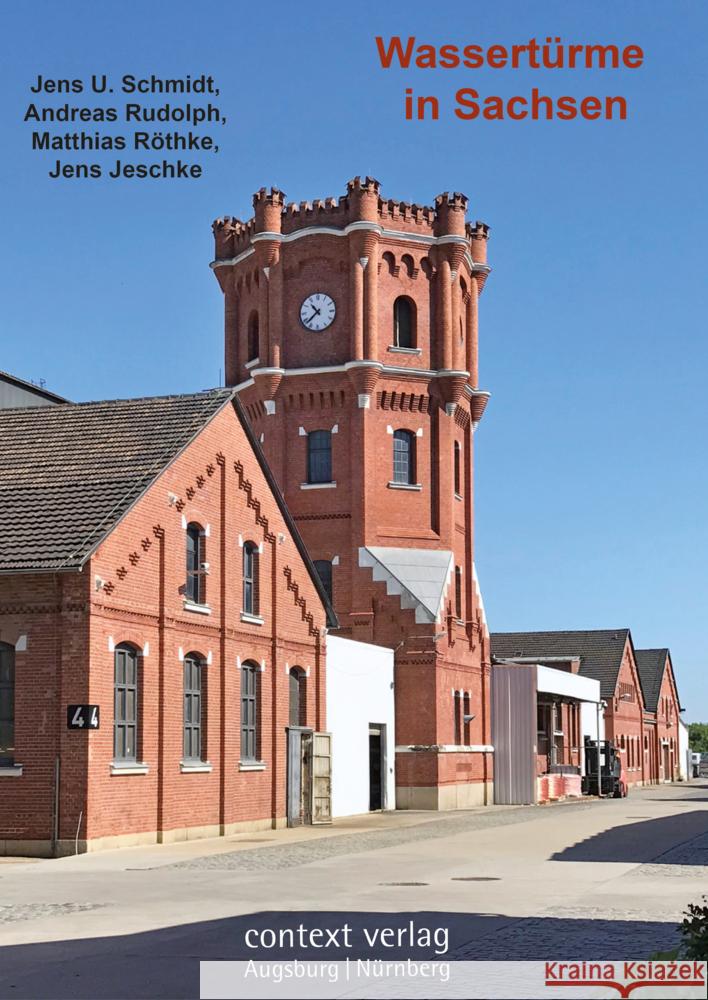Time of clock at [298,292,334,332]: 10:37
